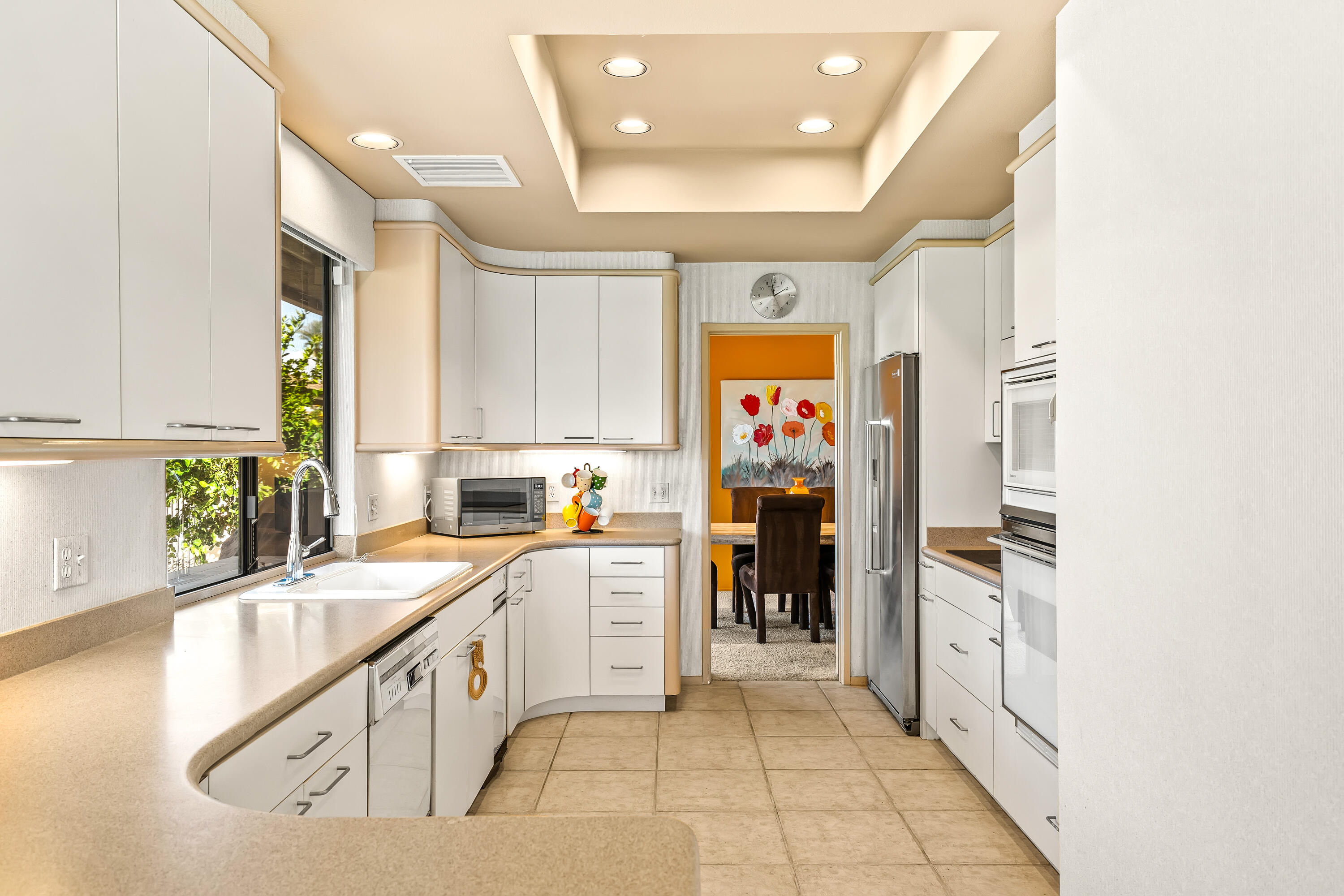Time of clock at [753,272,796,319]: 1:58
